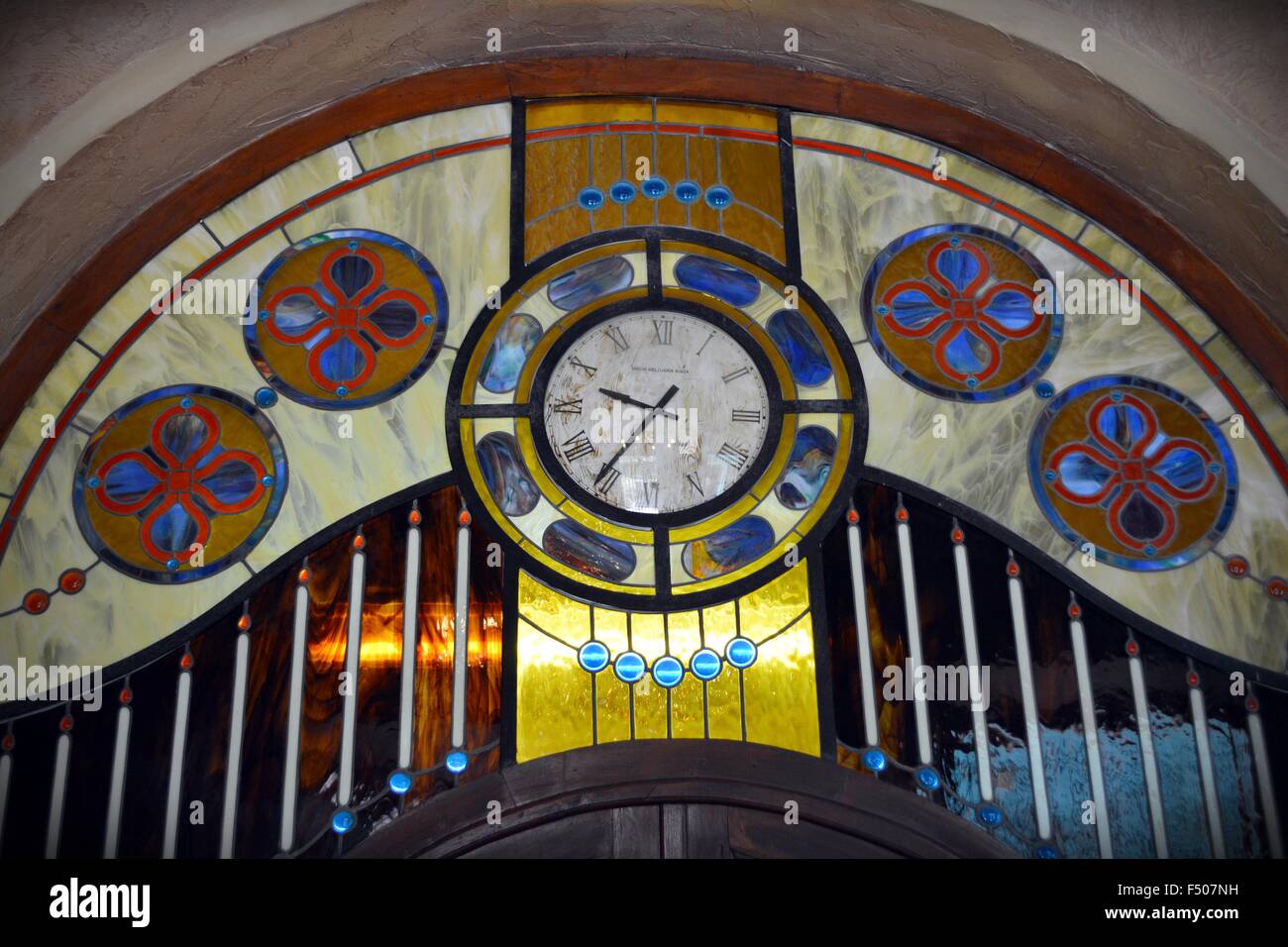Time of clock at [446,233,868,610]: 9:35
